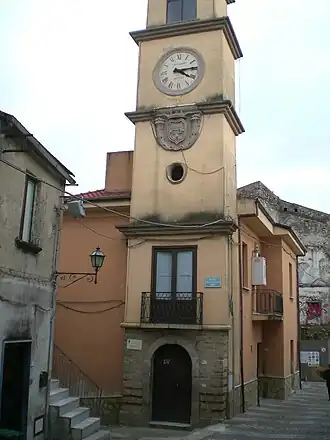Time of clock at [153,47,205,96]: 4:13
